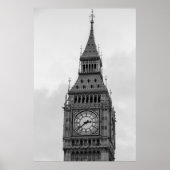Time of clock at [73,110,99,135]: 2:38
